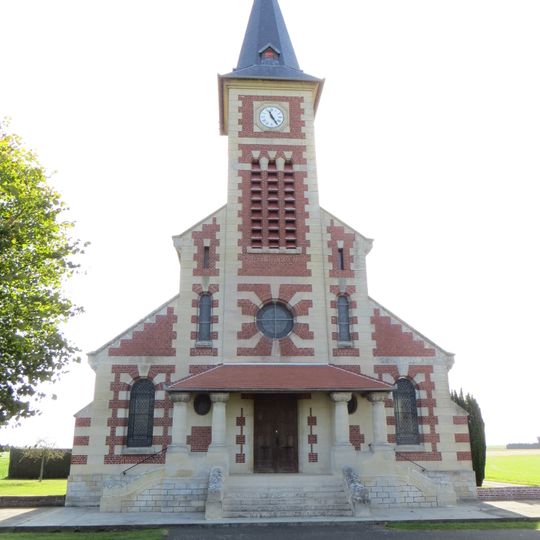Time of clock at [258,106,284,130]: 11:24
